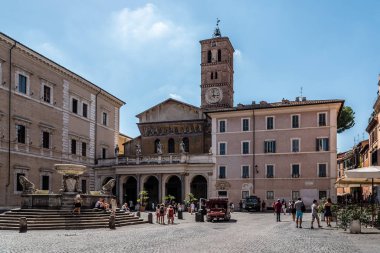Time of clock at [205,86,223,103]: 2:58
